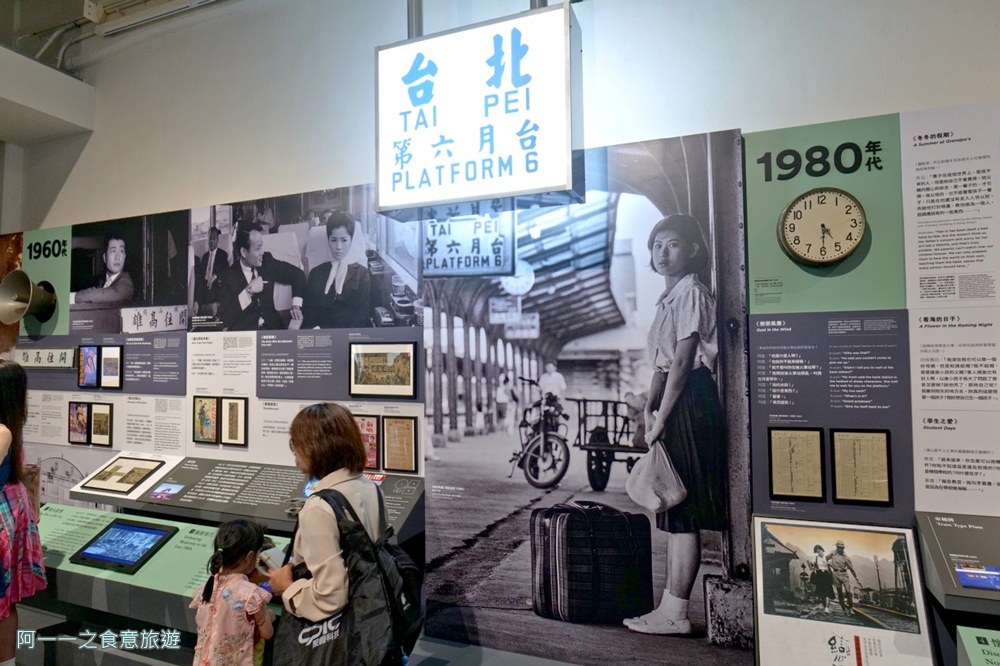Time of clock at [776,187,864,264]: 4:29
